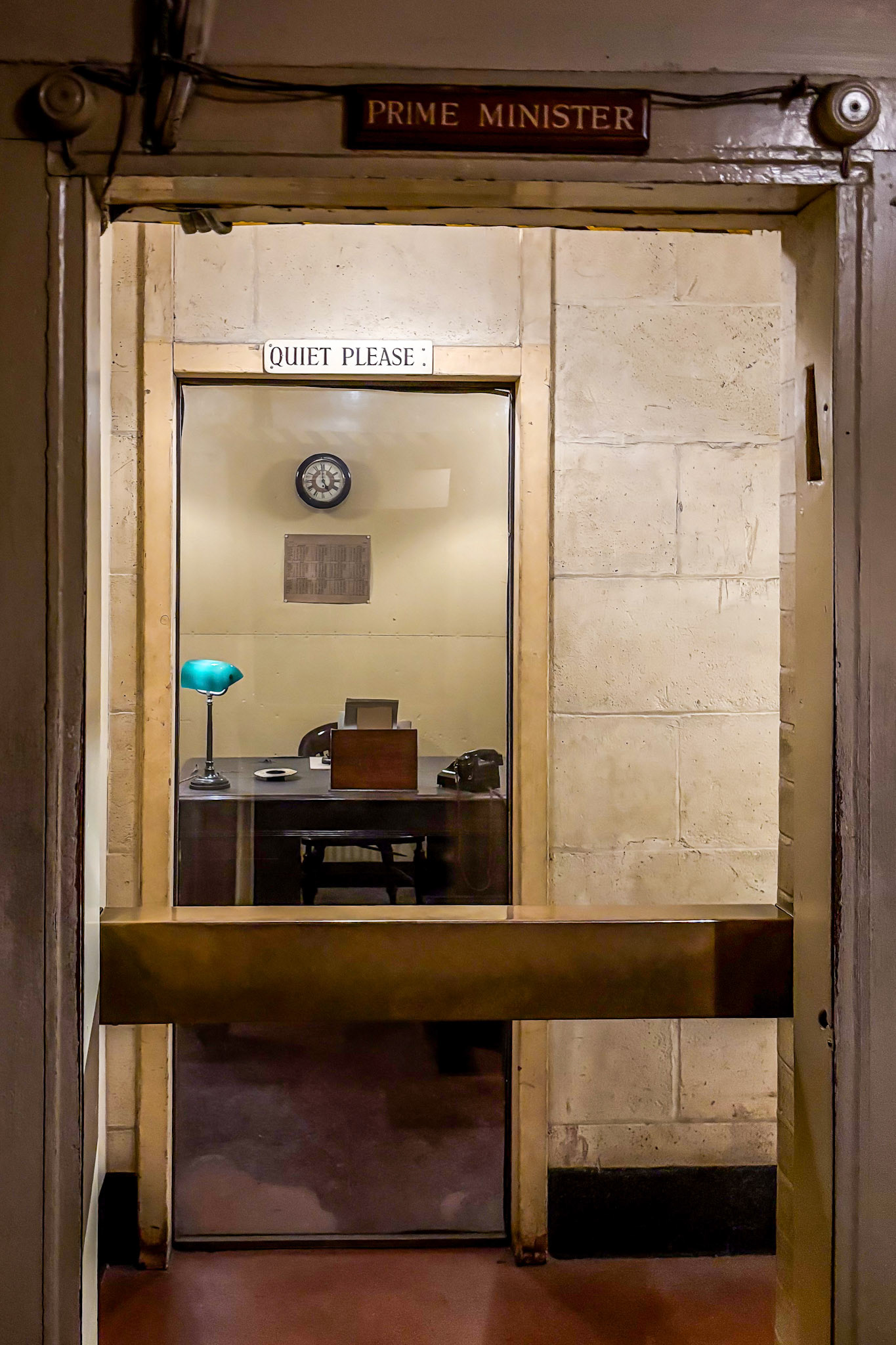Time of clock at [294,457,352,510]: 4:59
